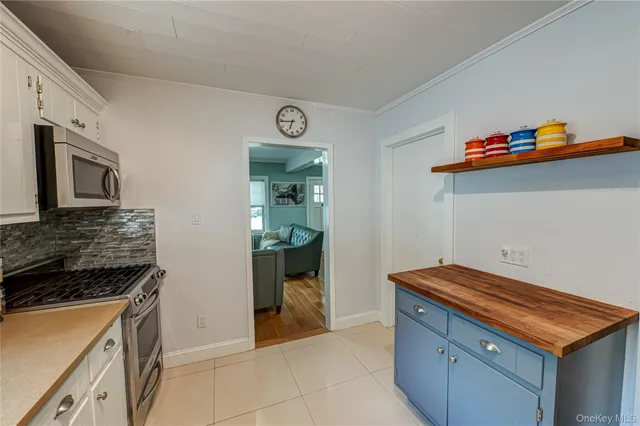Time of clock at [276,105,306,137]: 6:44
